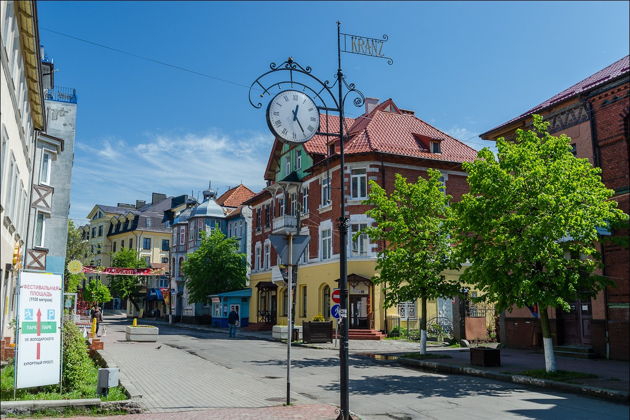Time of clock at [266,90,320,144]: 12:24
